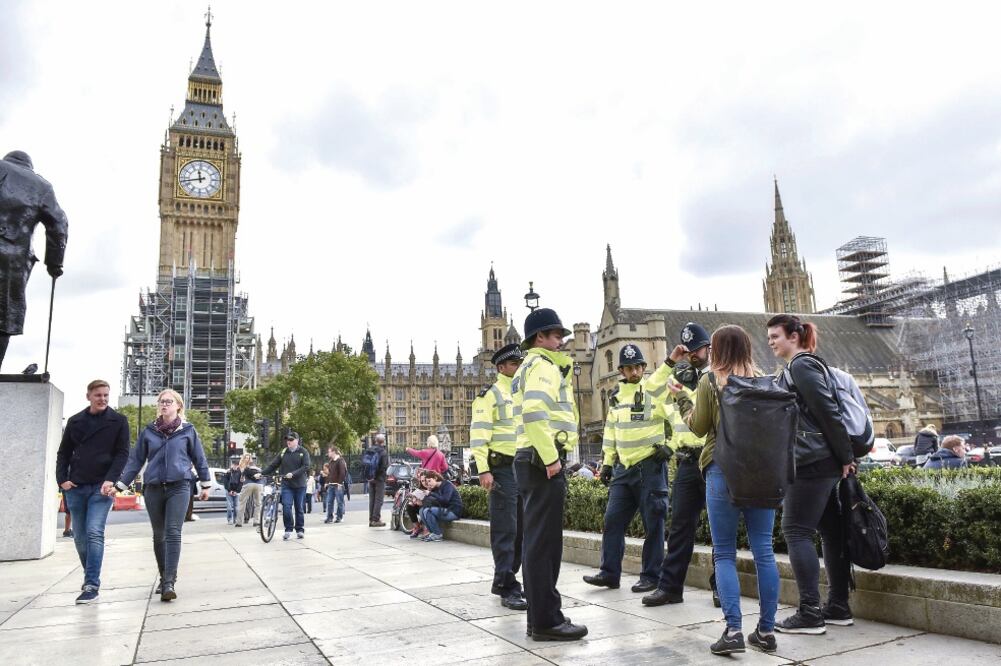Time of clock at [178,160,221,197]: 11:42
